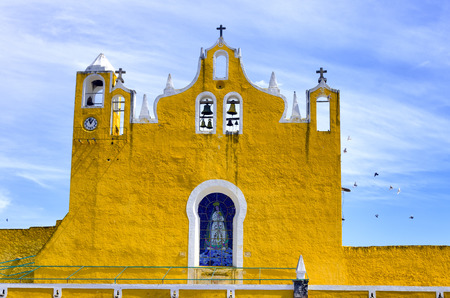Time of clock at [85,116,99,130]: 12:57
